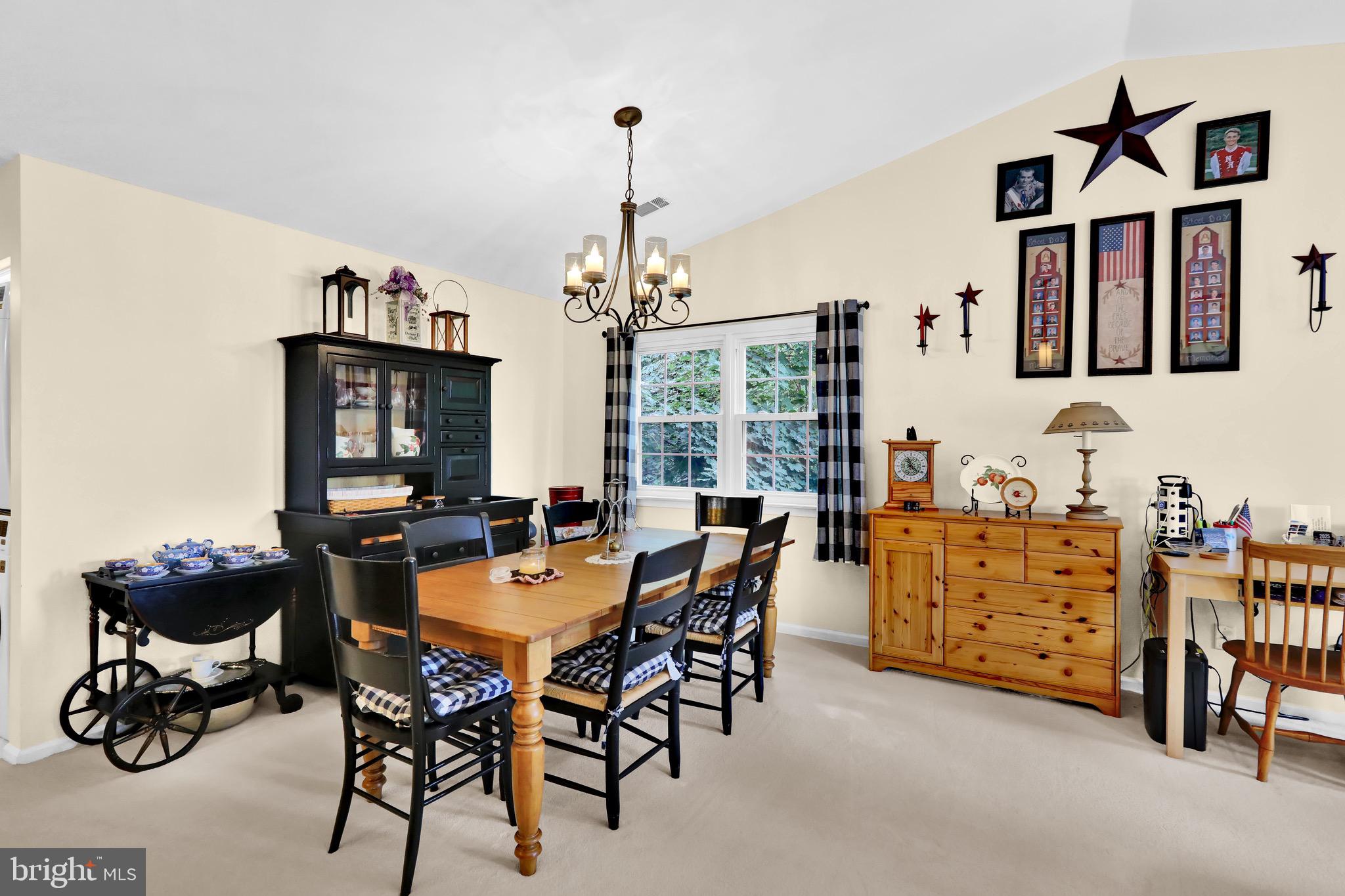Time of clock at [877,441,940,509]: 11:21
